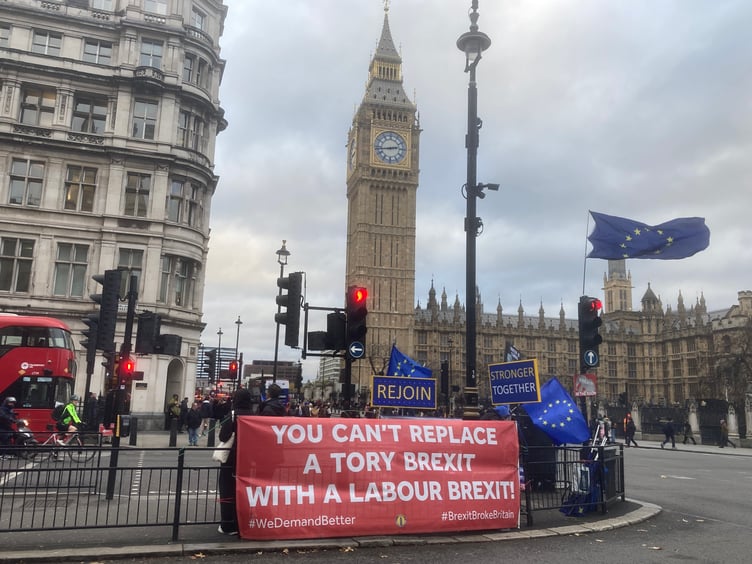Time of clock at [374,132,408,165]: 2:43
